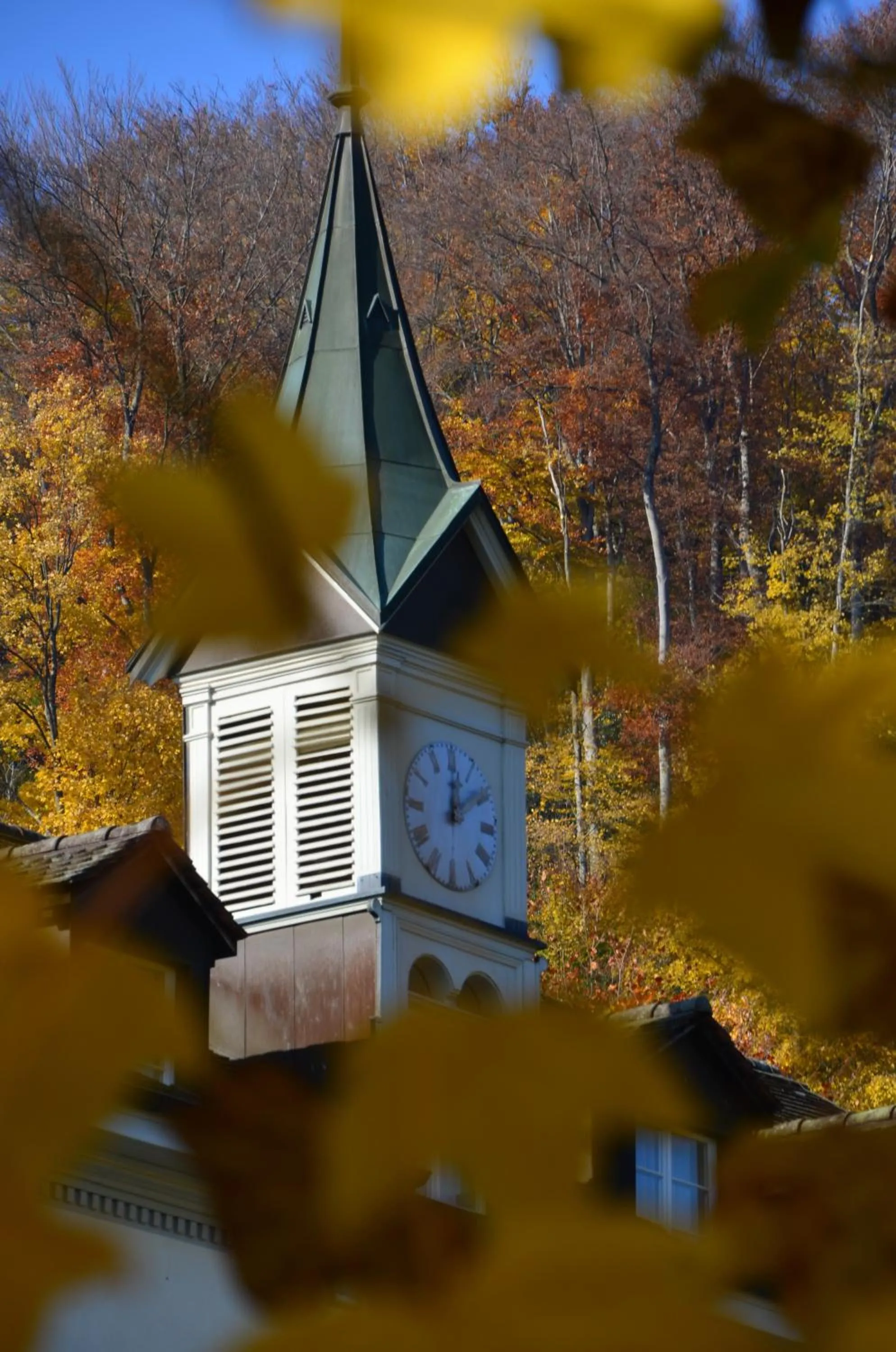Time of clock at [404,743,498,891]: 12:09
